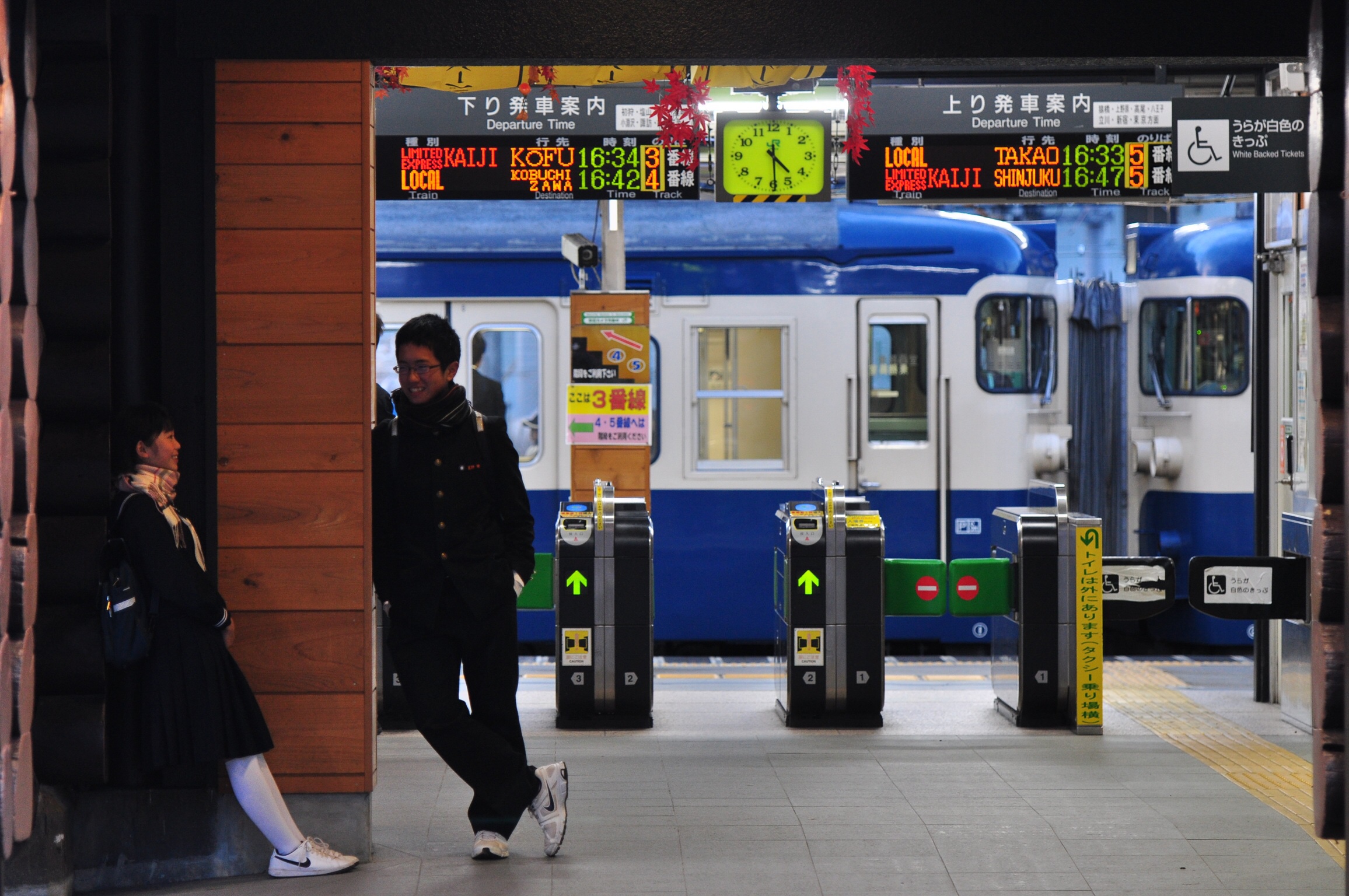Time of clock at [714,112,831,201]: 4:29
